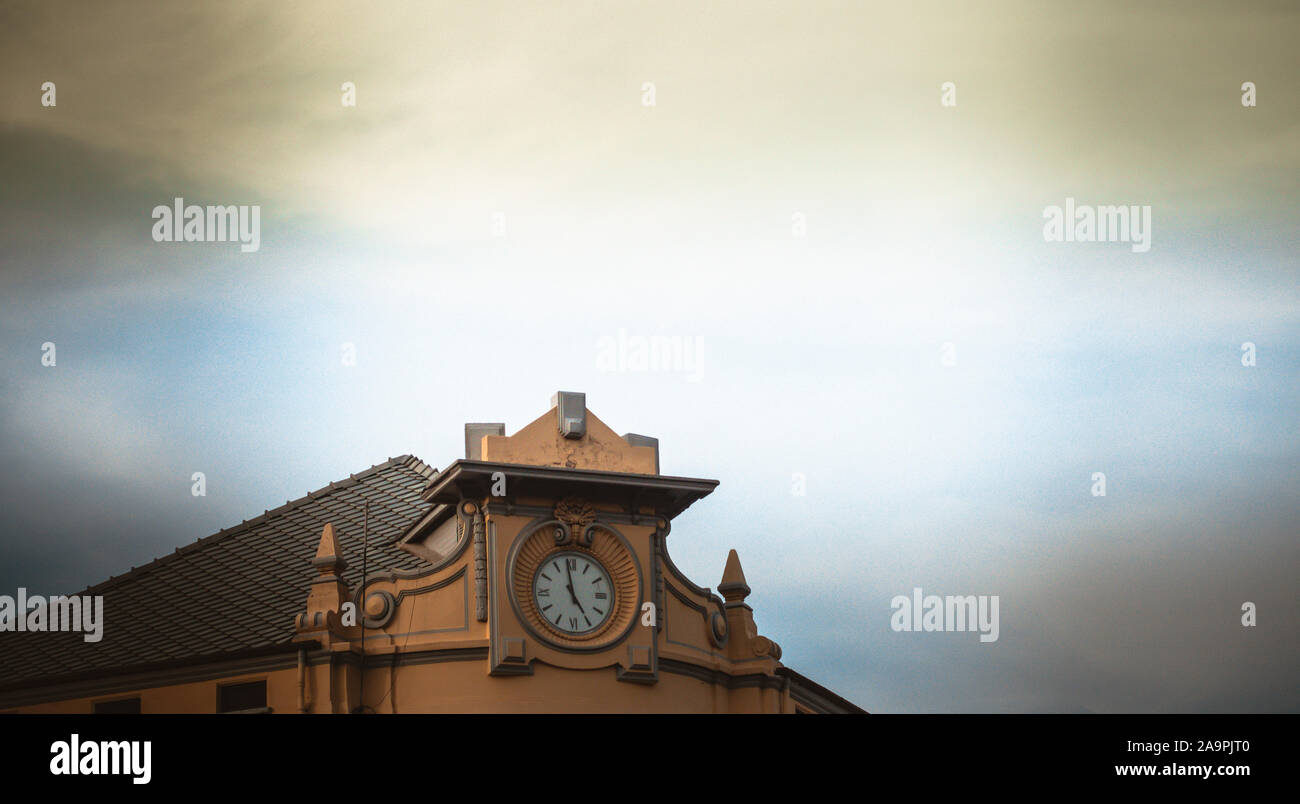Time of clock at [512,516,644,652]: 4:58
